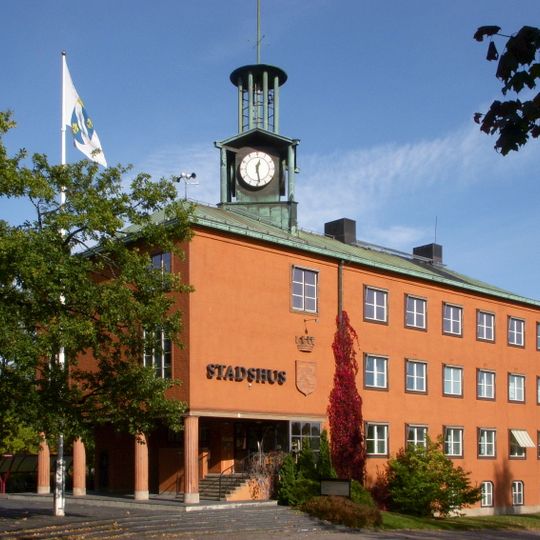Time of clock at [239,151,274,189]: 12:28
